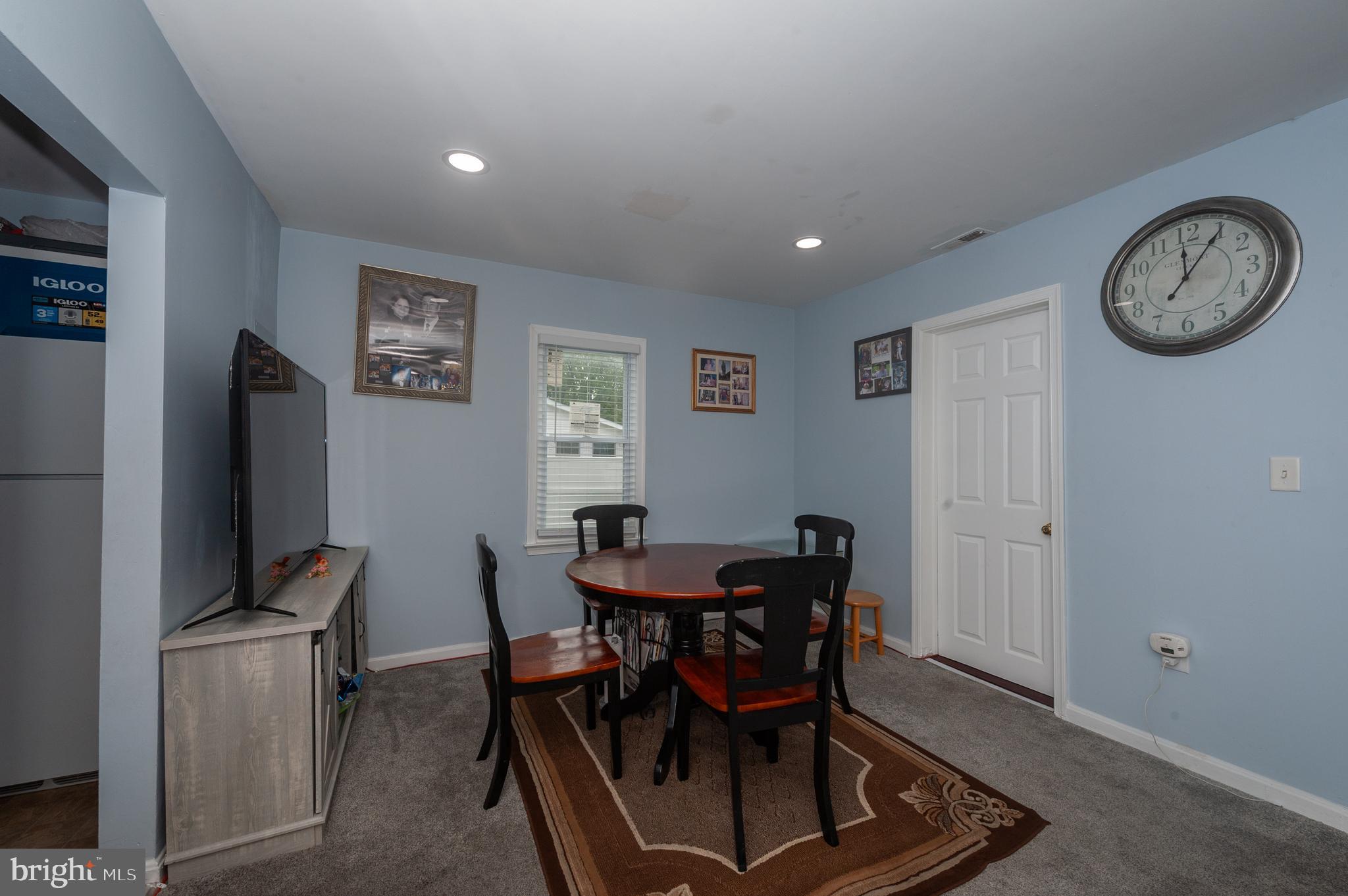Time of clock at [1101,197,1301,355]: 12:05
